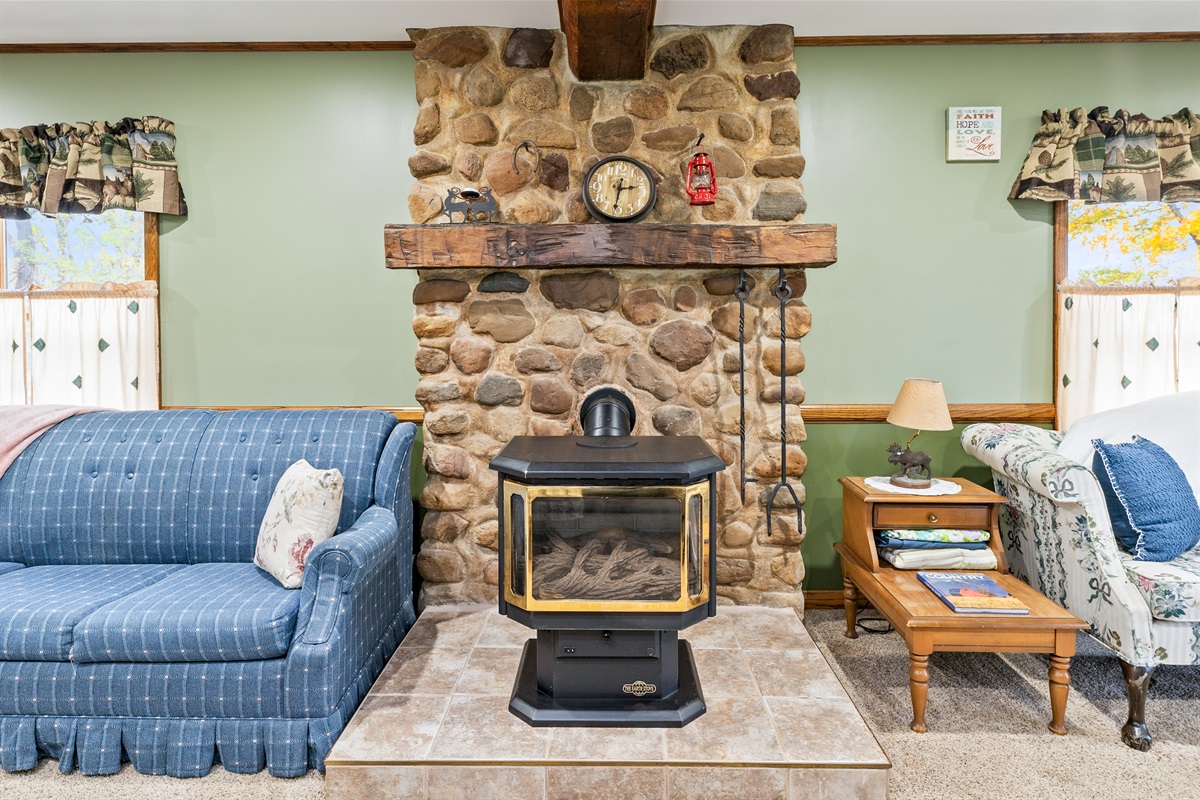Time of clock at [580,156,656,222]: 2:31
